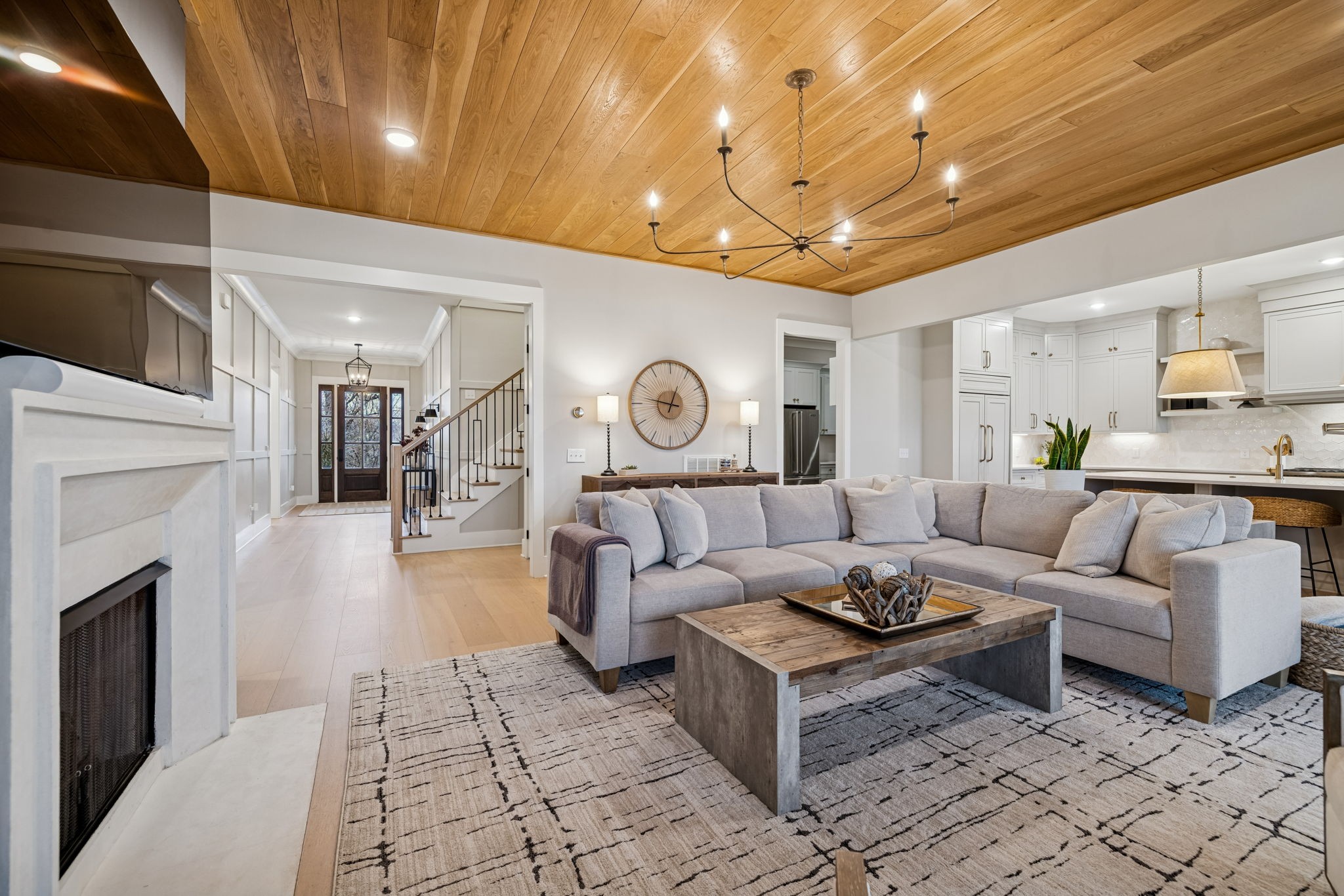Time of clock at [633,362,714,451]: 12:46
